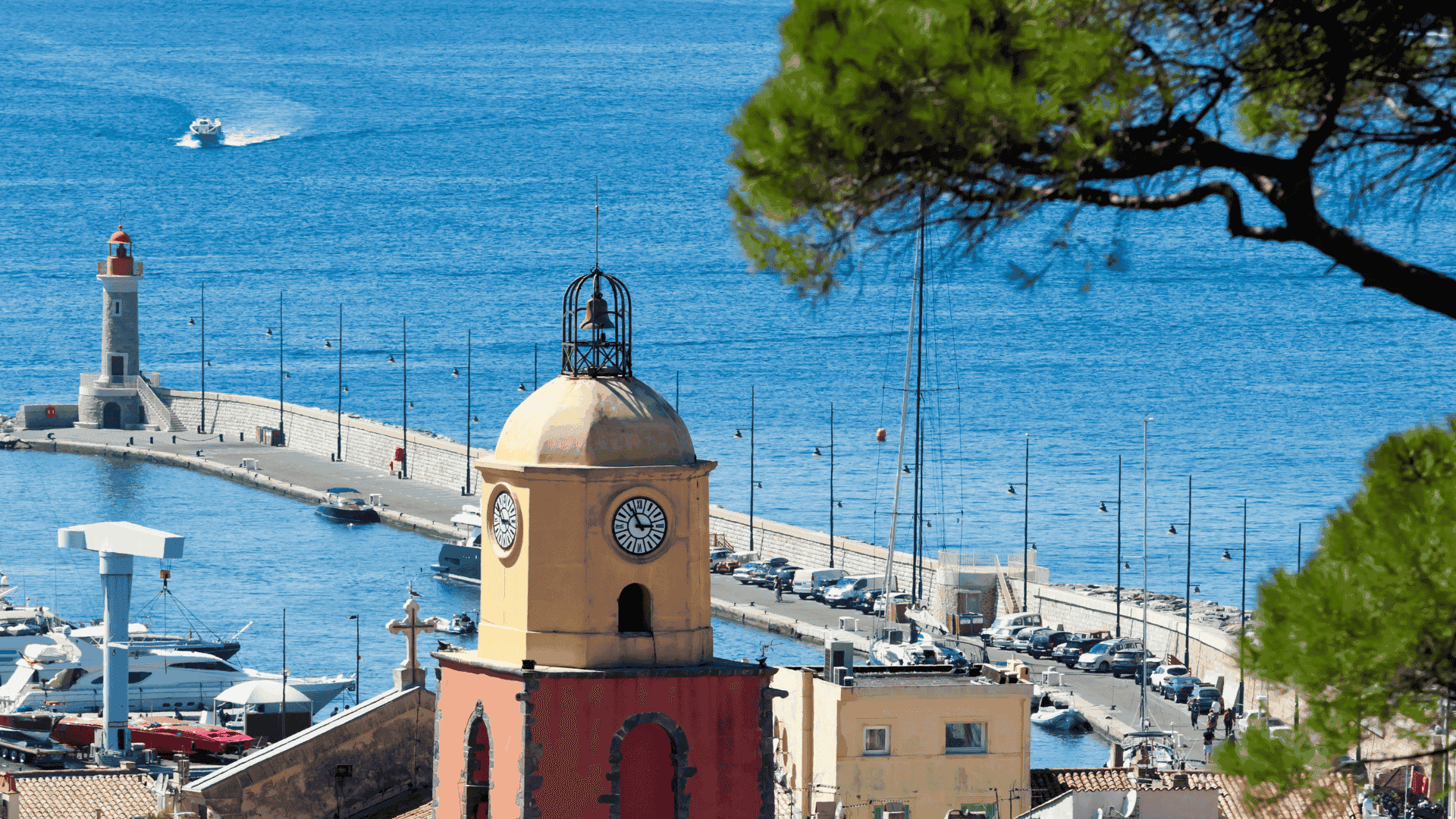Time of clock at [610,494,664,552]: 2:55
